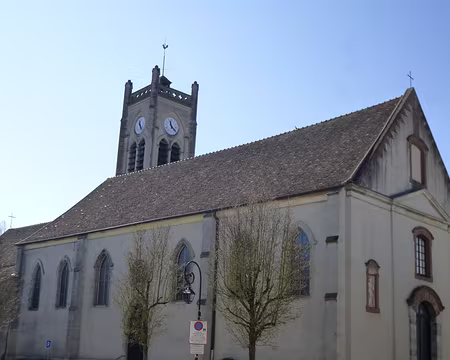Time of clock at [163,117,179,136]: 11:22
